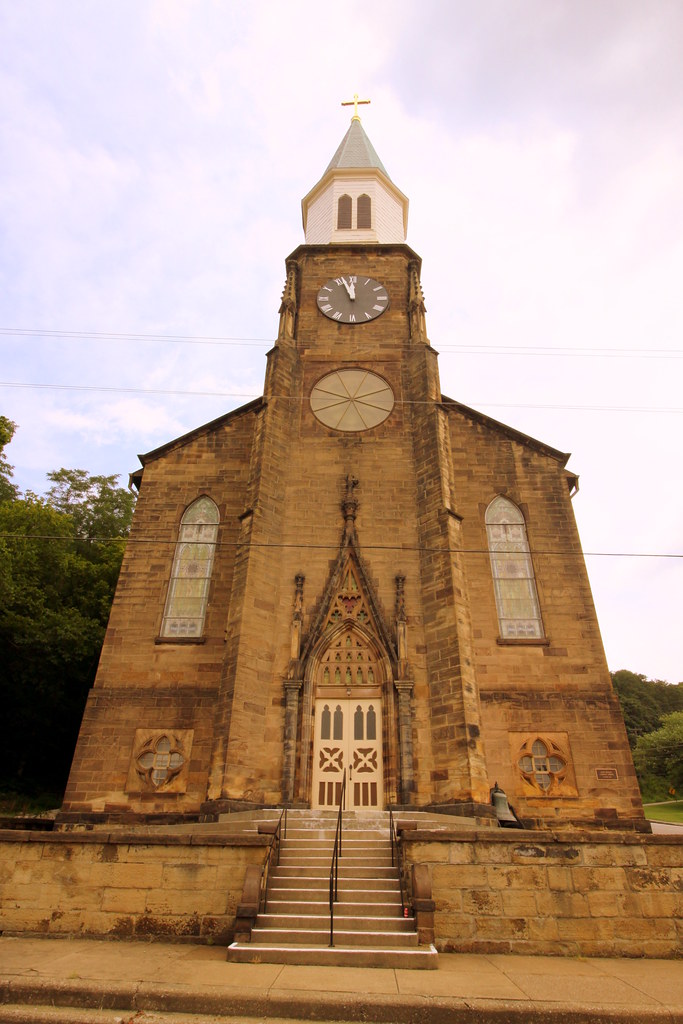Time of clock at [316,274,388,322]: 11:56
